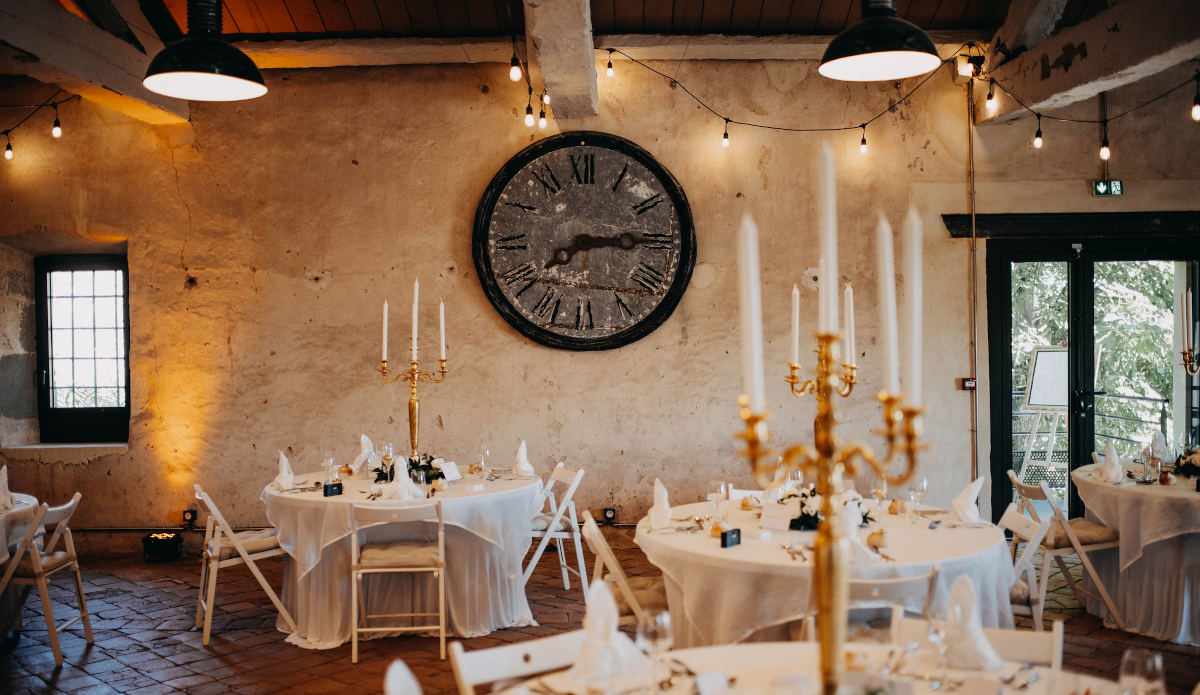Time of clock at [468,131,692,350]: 8:14
